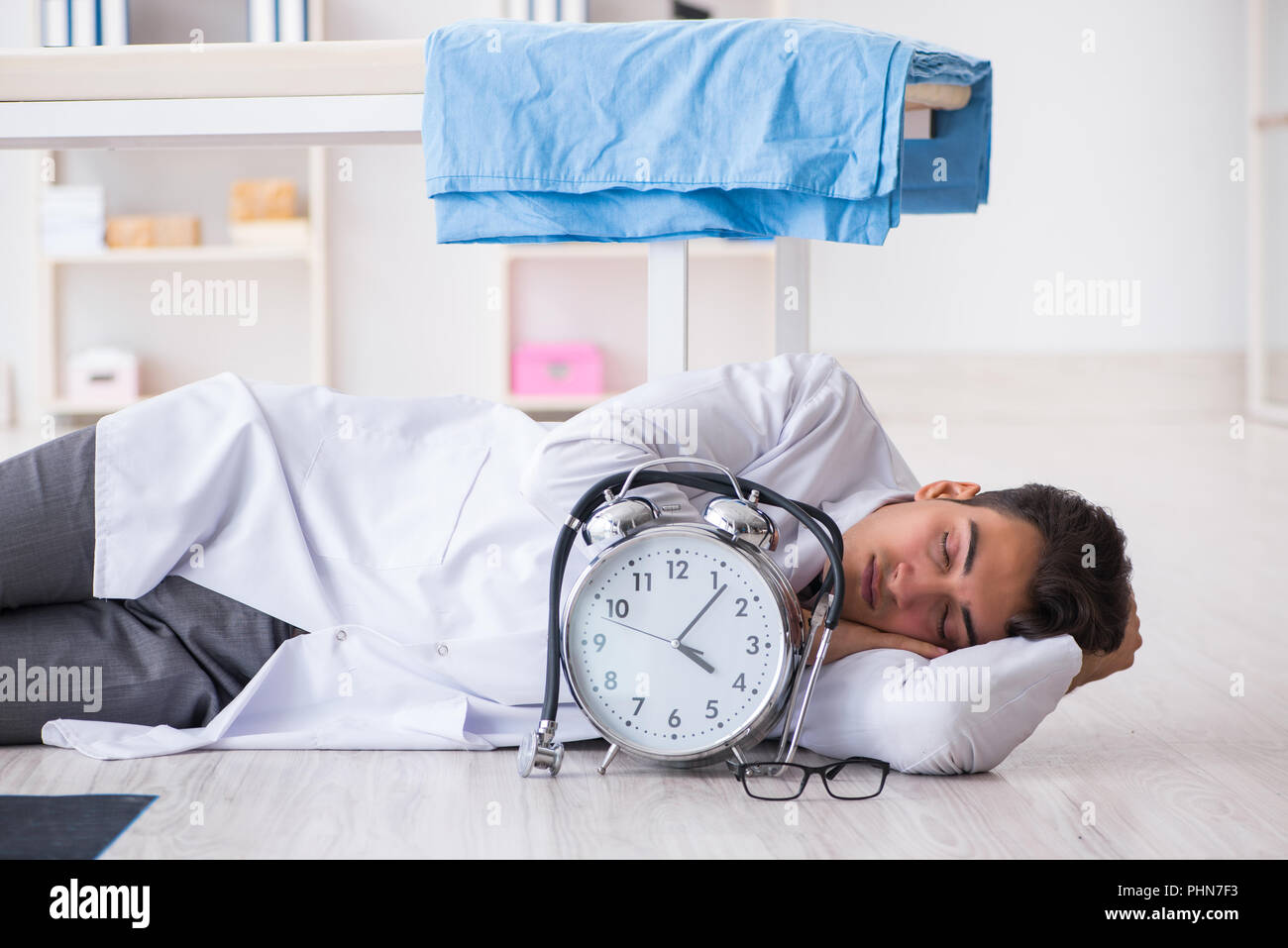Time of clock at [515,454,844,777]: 4:06
